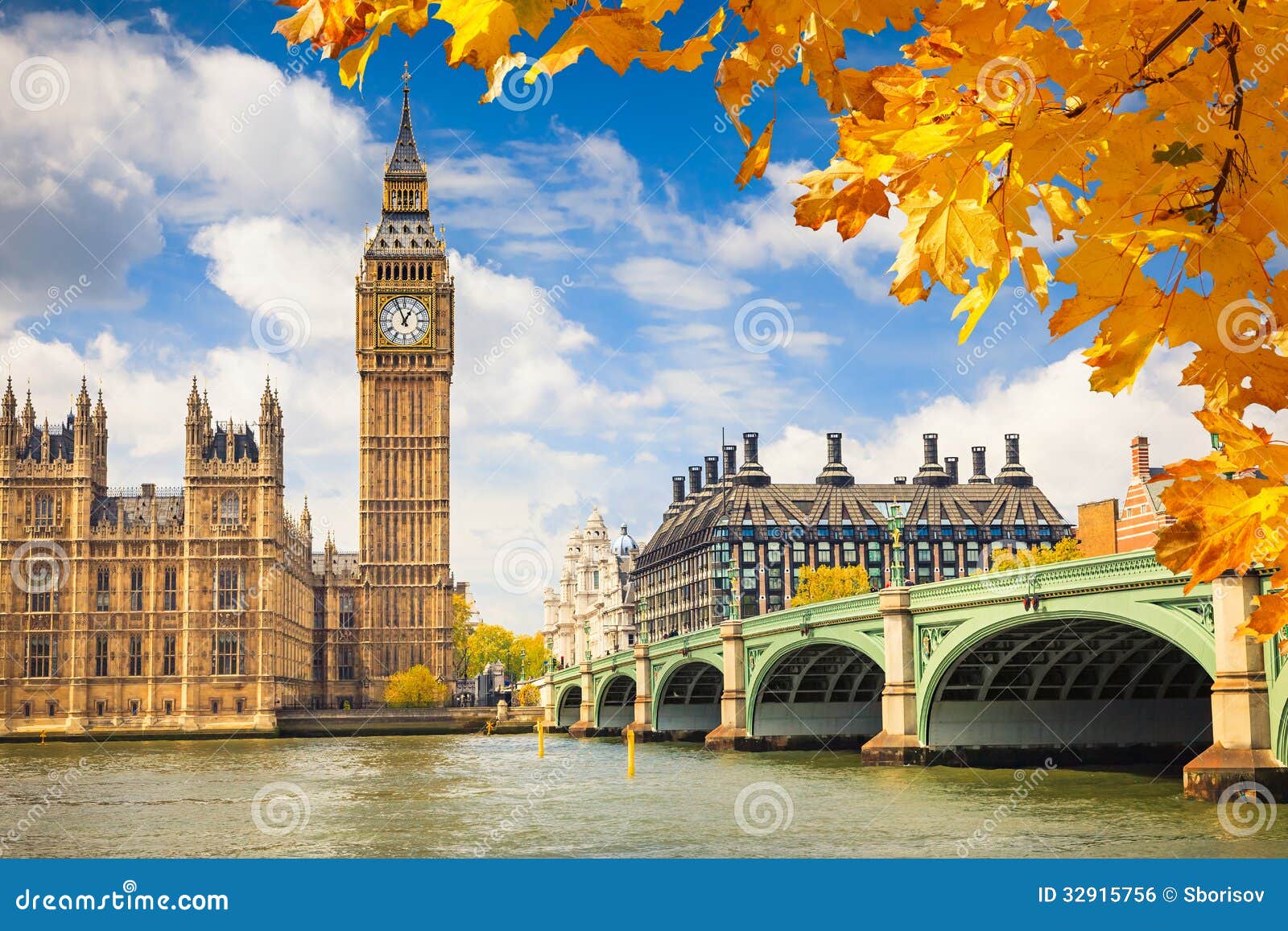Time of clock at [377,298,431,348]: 12:56
